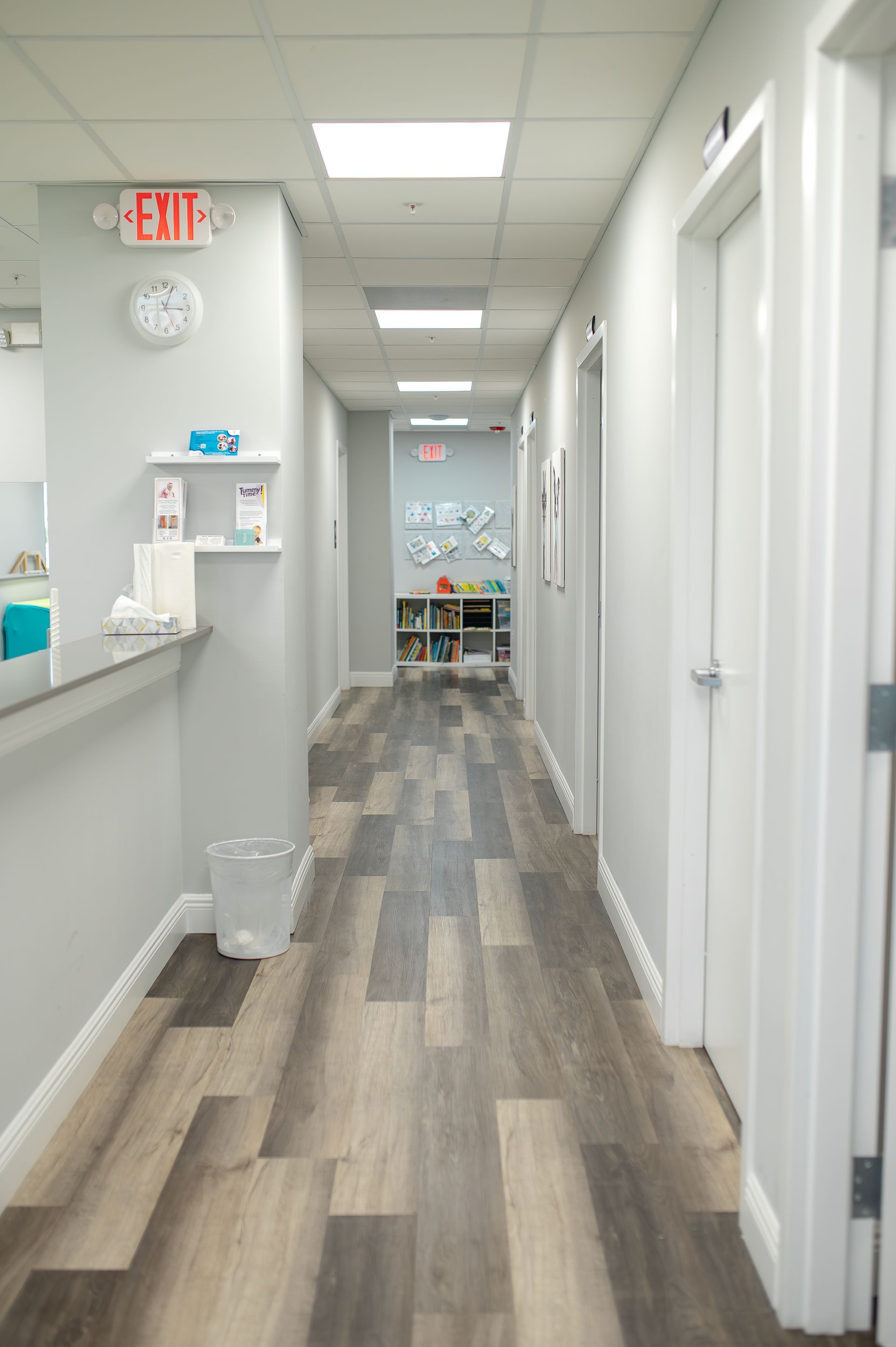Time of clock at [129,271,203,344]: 3:03
